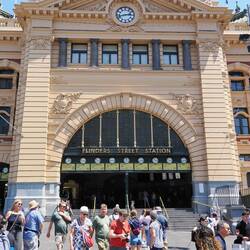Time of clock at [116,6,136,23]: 2:42
